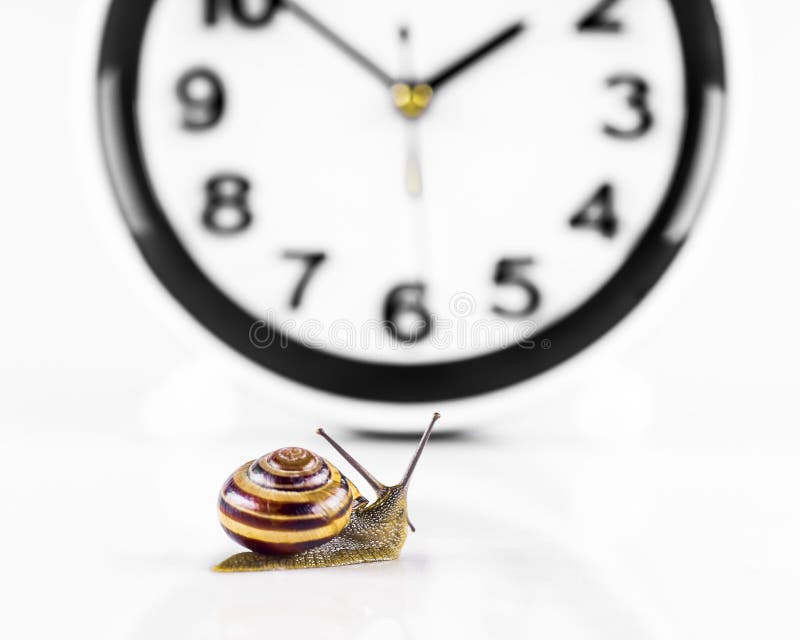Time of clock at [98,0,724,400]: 1:51
